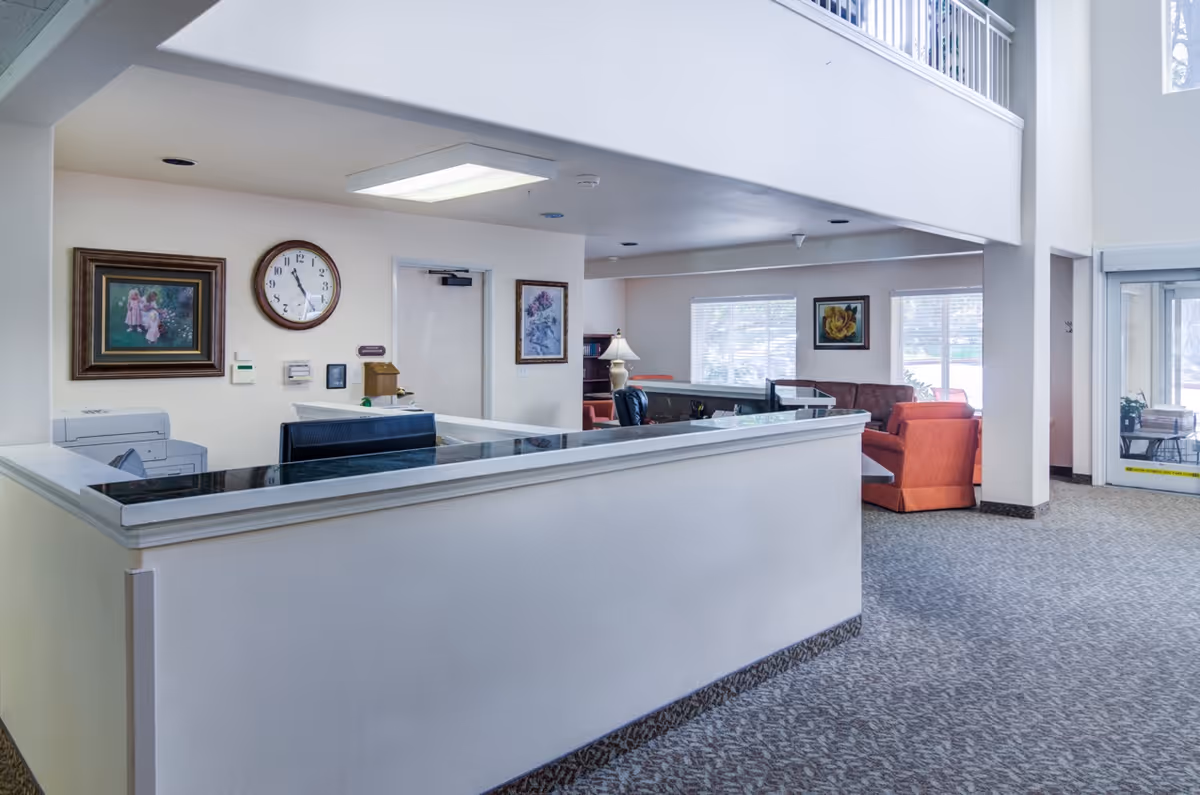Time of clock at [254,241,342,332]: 11:24
